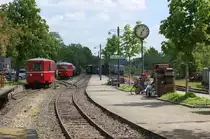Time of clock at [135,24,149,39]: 1:33
